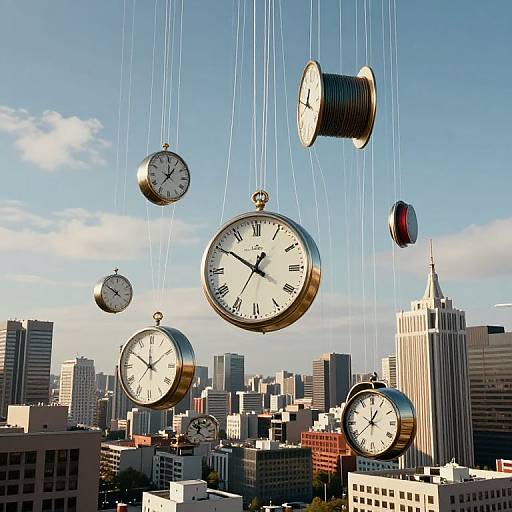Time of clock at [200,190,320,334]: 12:50
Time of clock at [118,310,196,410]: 11:50
